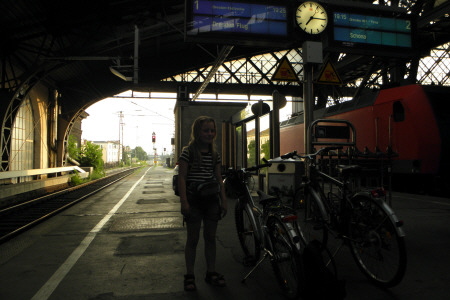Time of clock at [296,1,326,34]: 7:15
